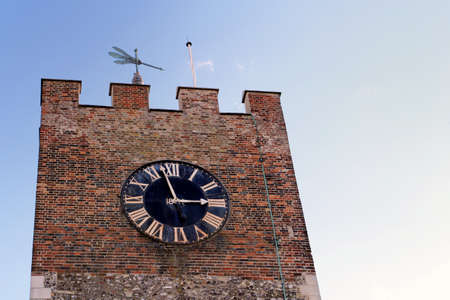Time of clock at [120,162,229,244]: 2:57
